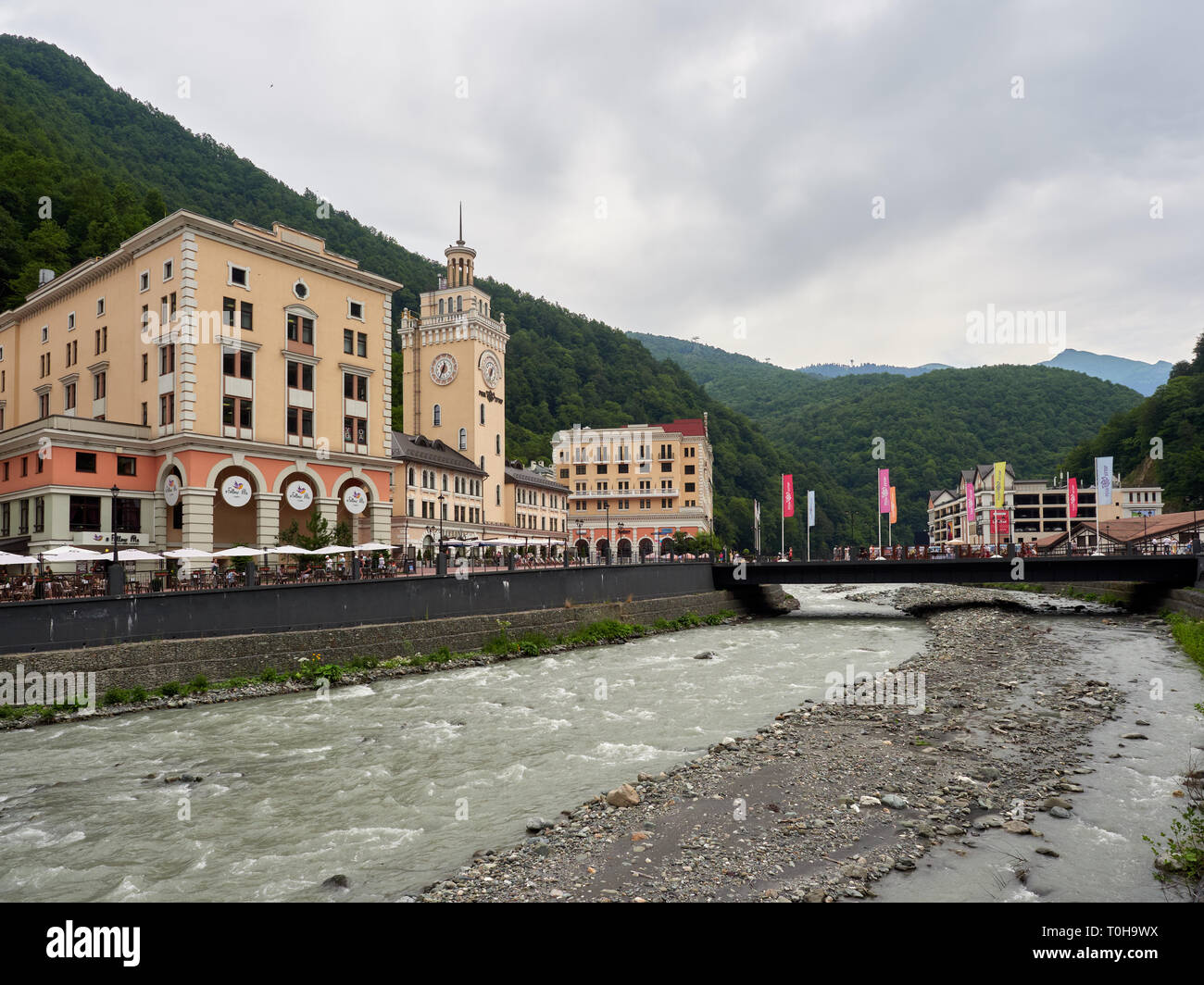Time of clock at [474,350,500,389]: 6:34
